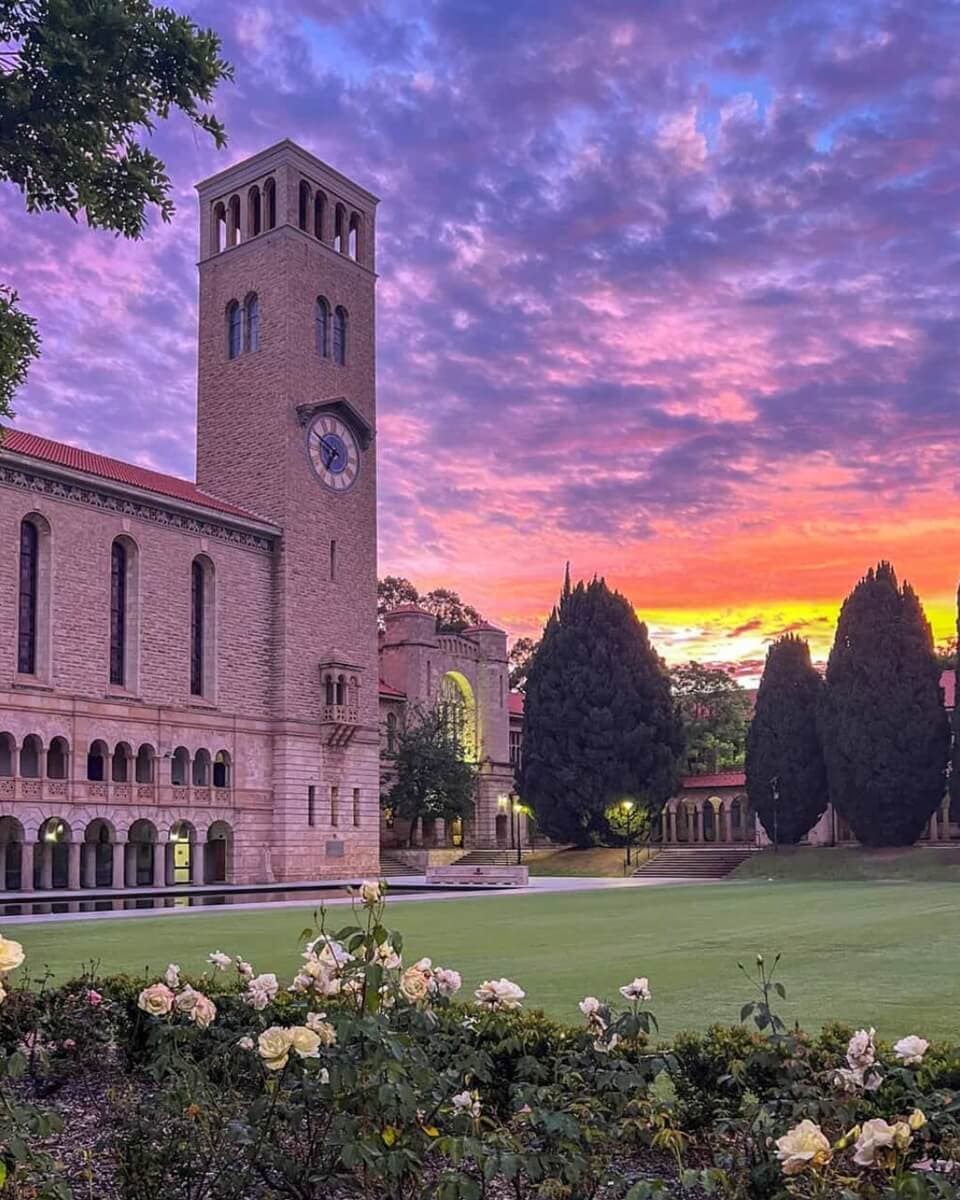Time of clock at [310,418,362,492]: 6:49
